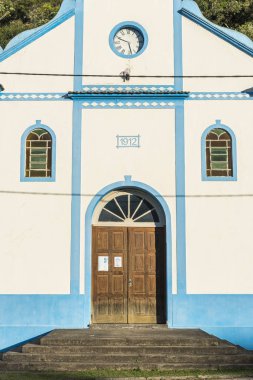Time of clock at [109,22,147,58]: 5:48
